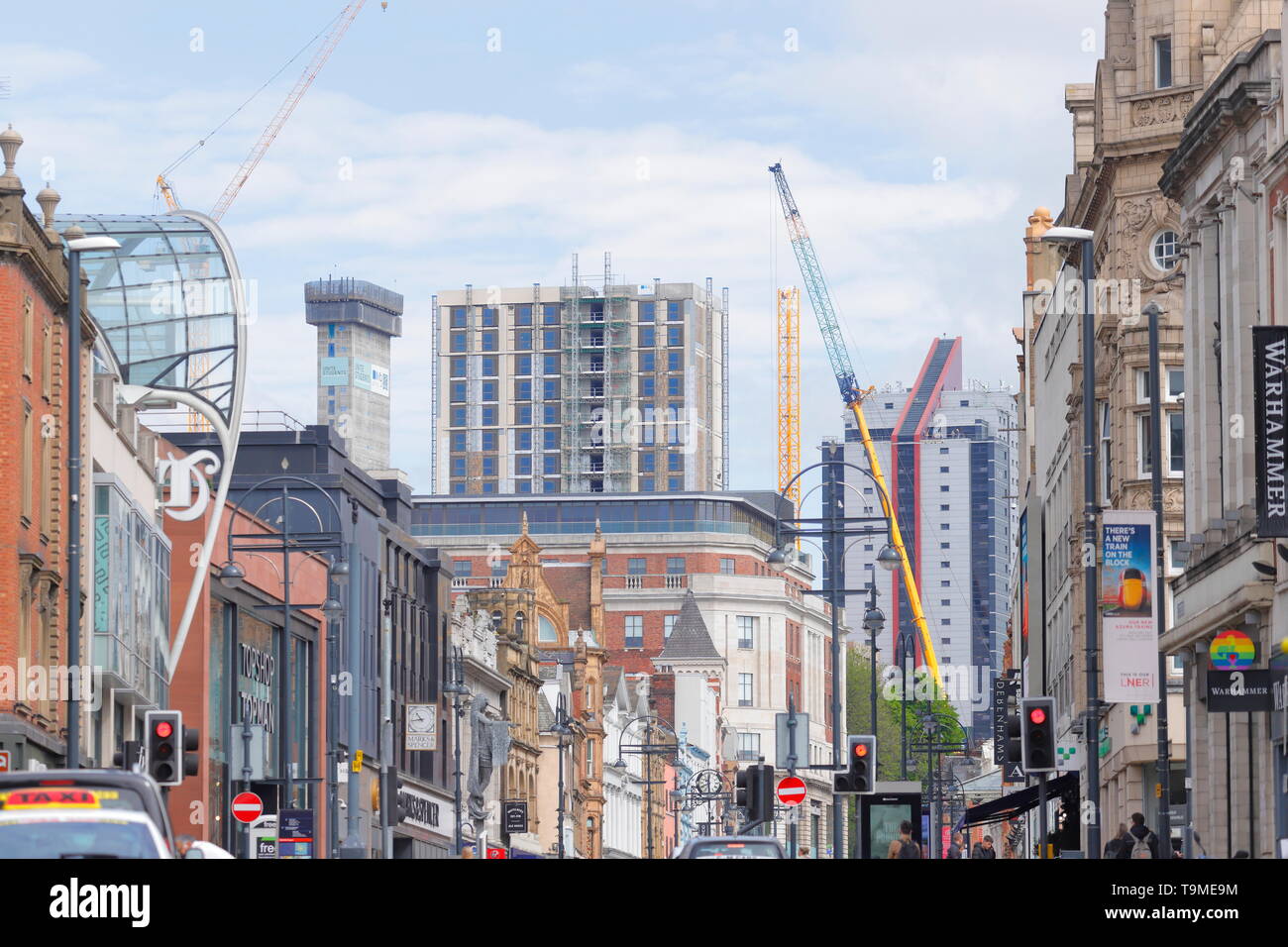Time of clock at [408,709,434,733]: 10:43
